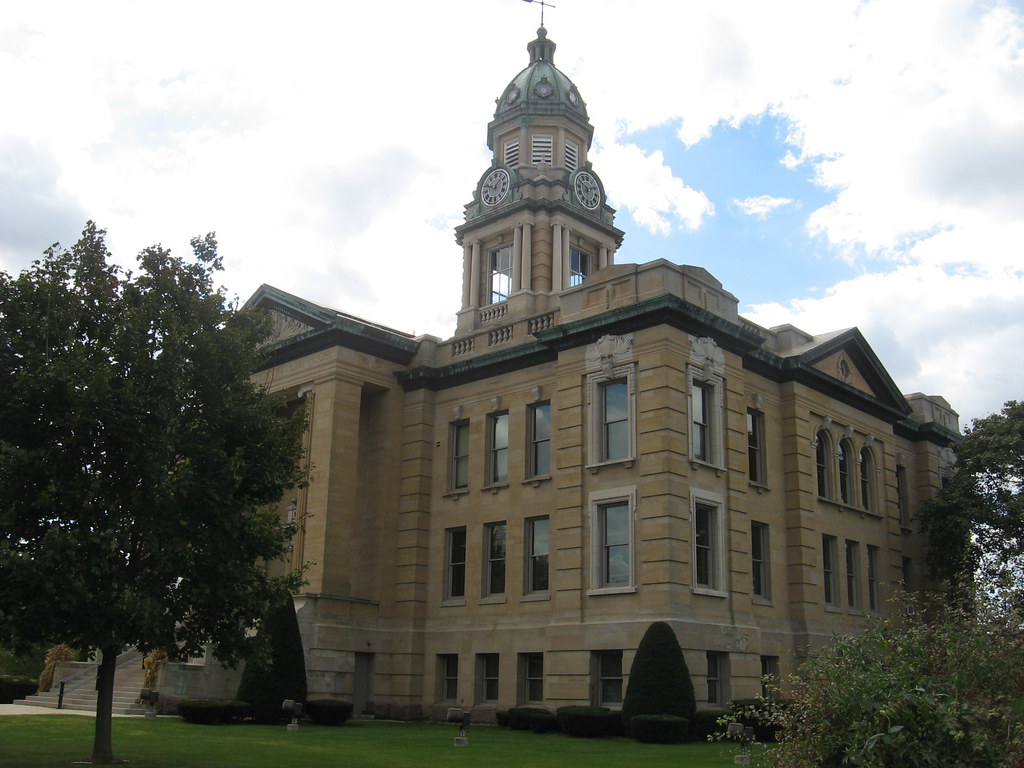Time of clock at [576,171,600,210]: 1:49
